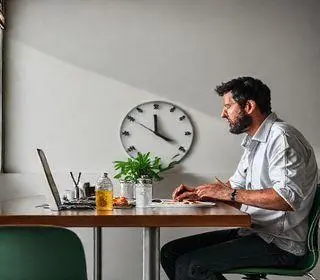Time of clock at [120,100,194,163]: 11:50
